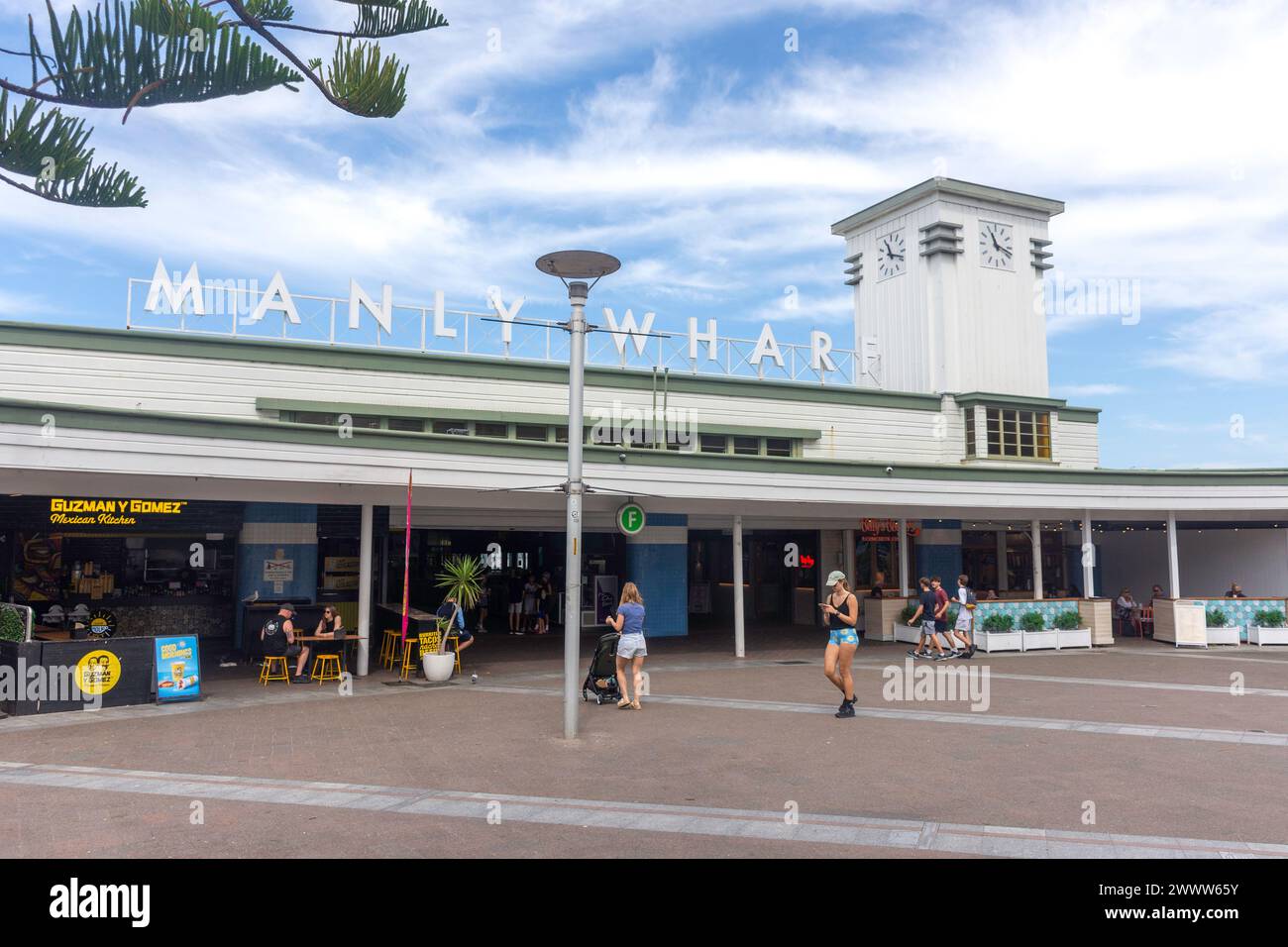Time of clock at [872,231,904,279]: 11:18
